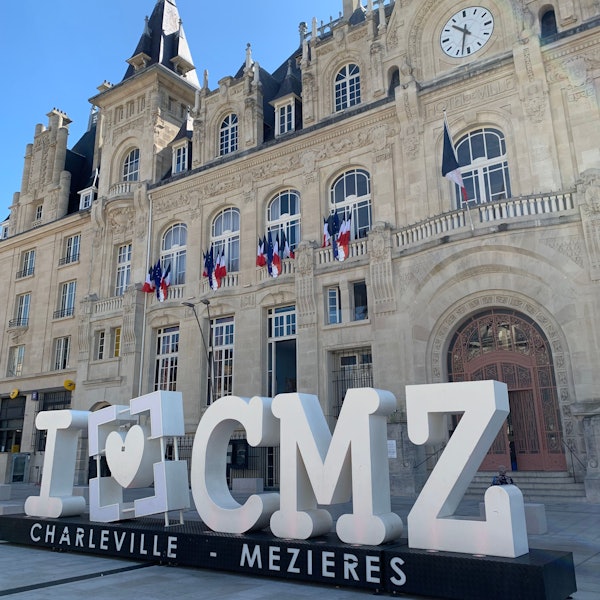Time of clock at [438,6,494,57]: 10:32
